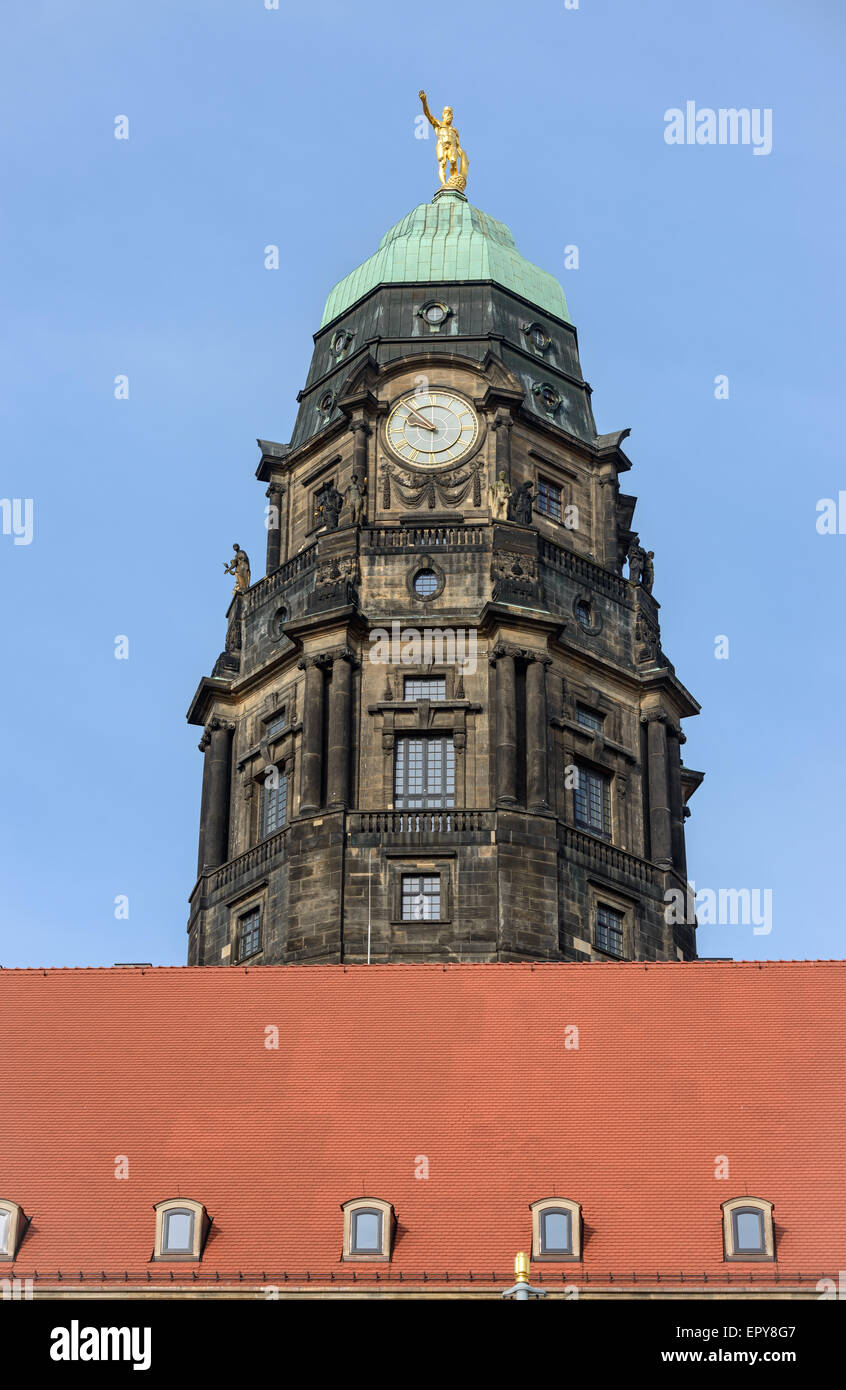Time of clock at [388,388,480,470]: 9:53
